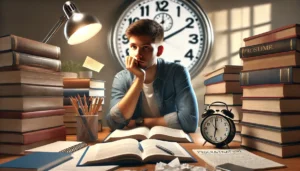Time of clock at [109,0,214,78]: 12:10
